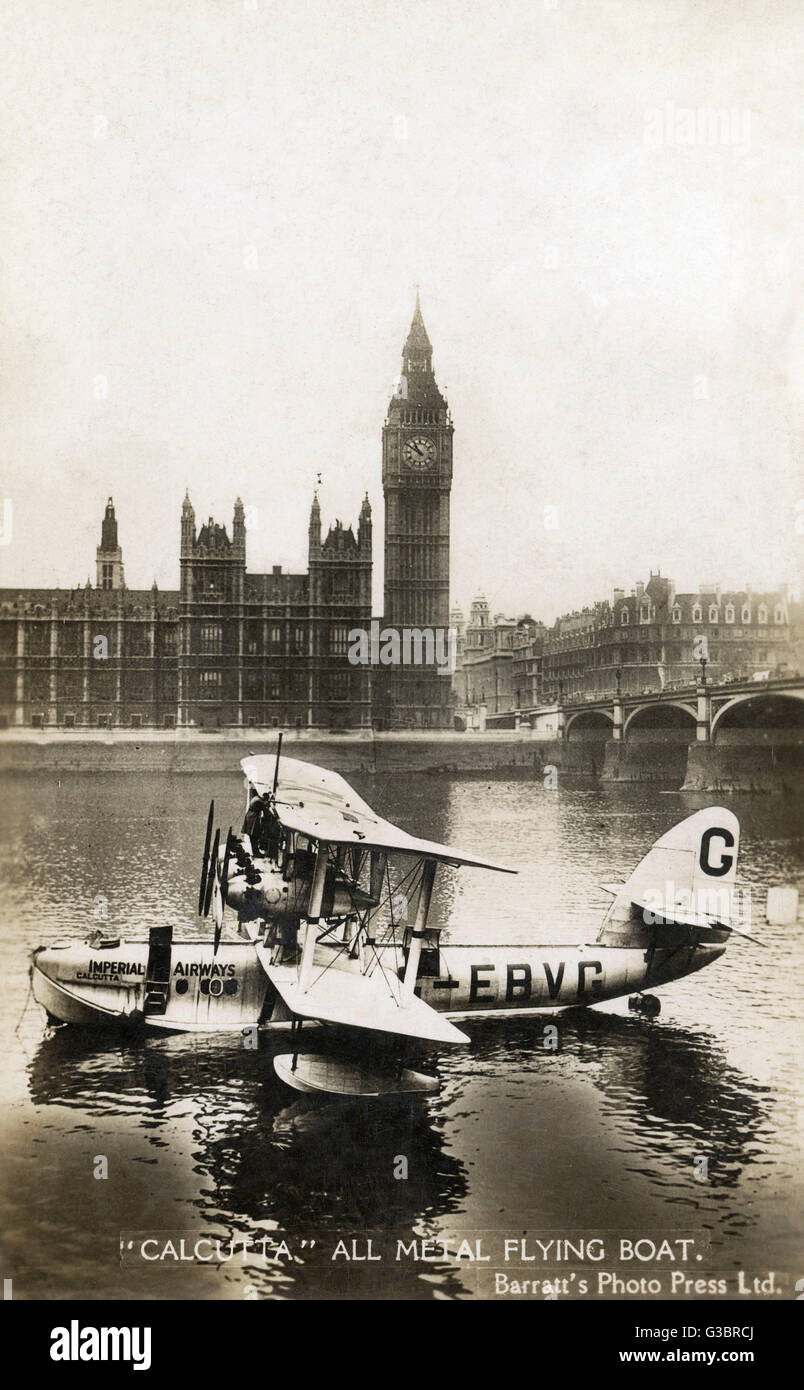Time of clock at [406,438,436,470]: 10:50
